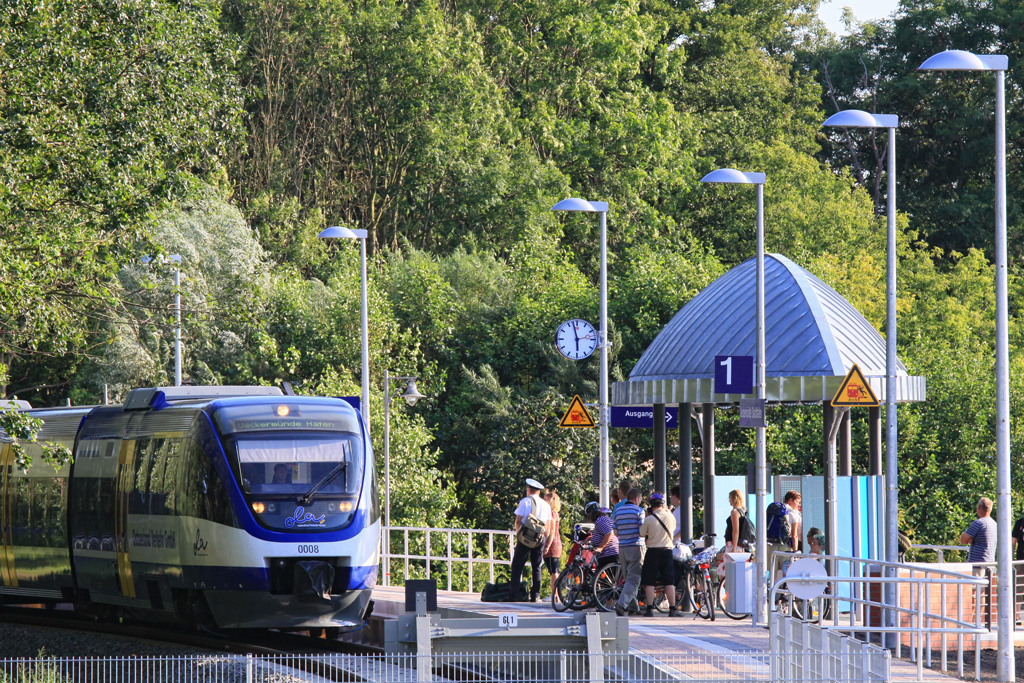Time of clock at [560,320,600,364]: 5:57
